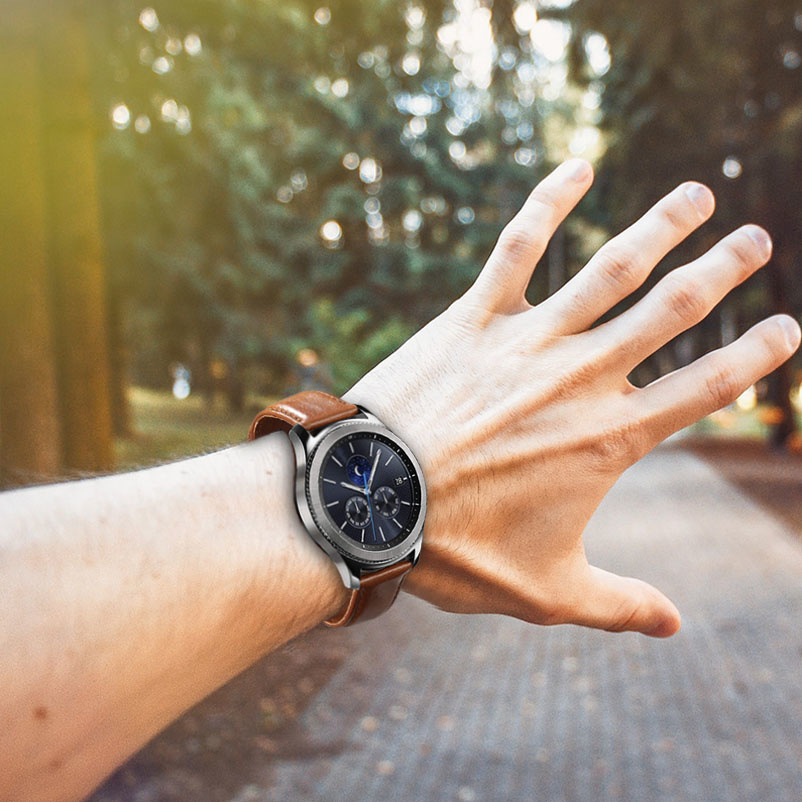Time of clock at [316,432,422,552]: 9:01
